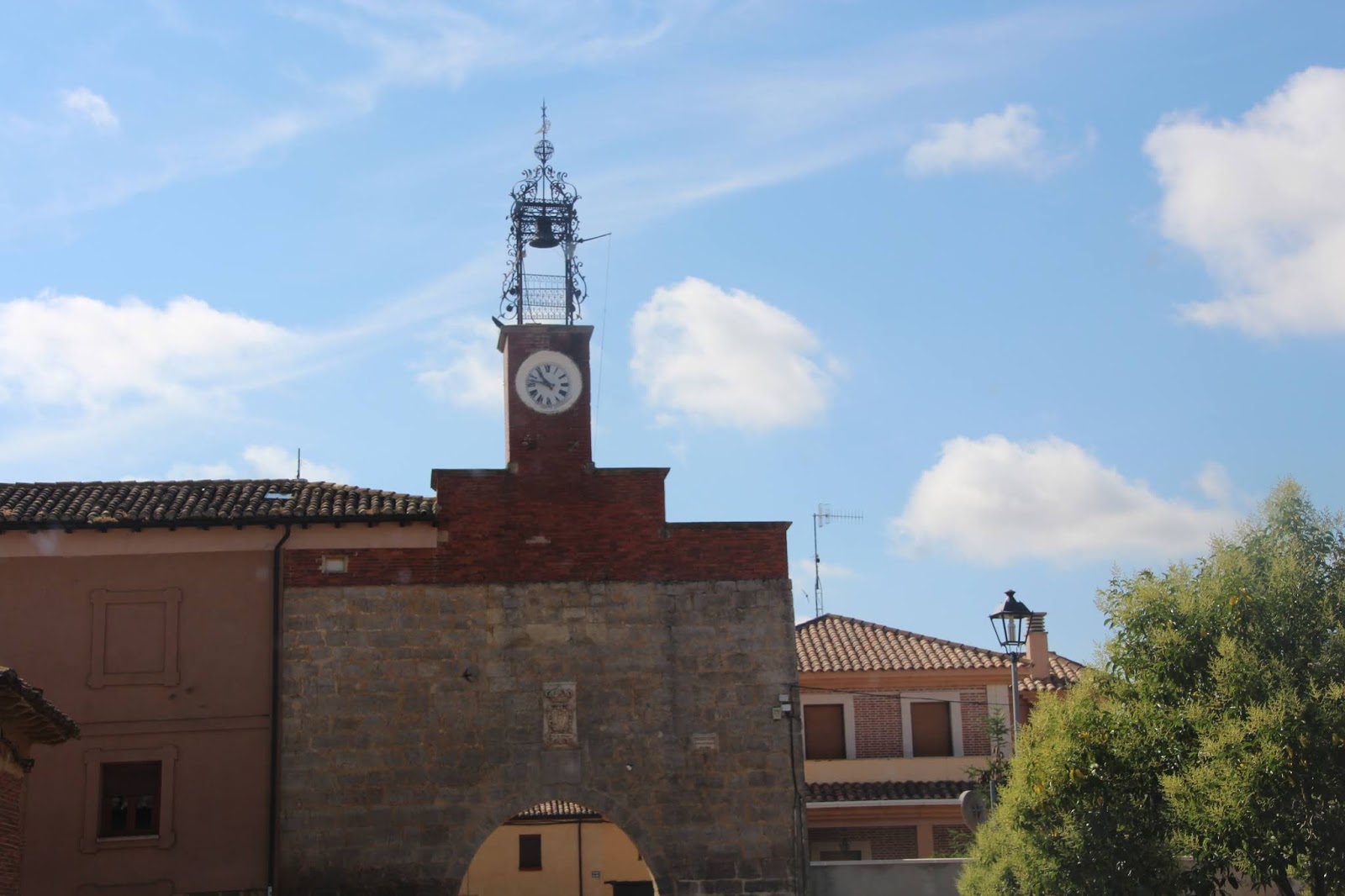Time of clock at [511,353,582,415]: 10:47
